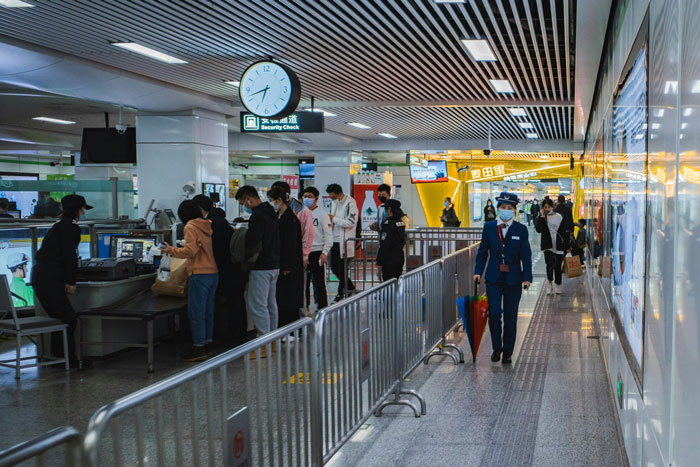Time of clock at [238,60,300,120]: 6:42
